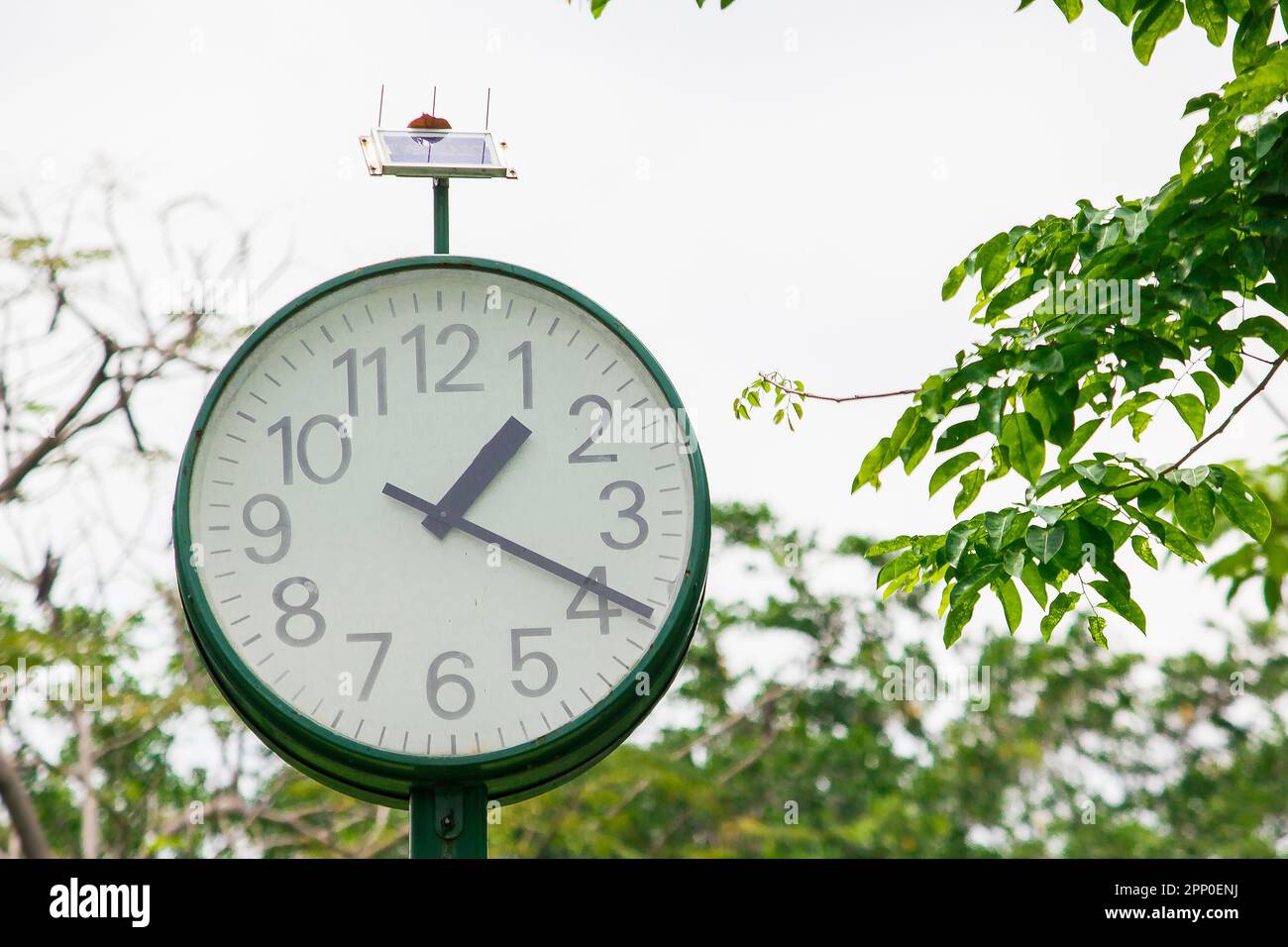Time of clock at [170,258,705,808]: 1:19
